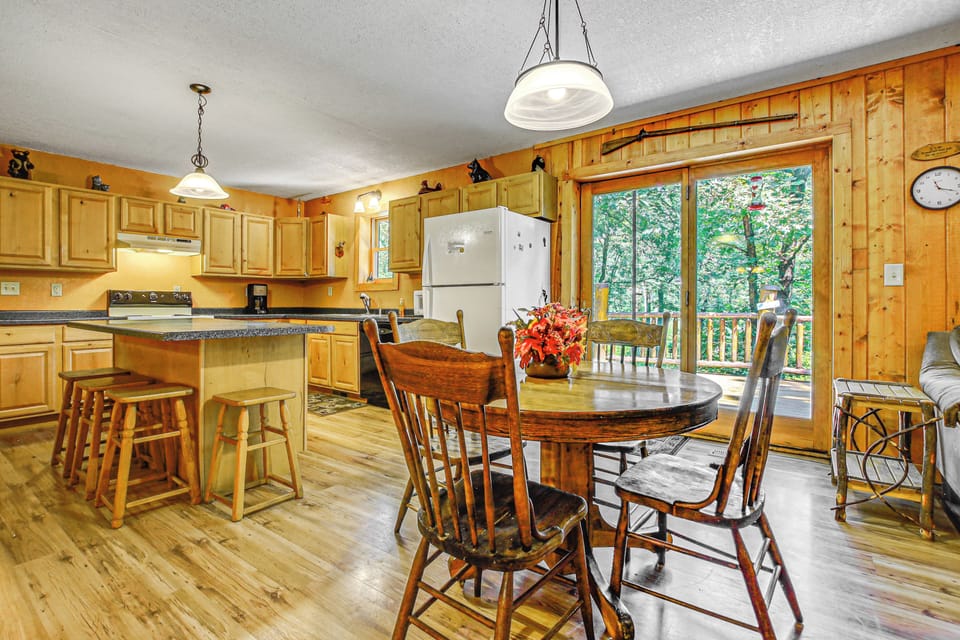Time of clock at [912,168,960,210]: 11:18
